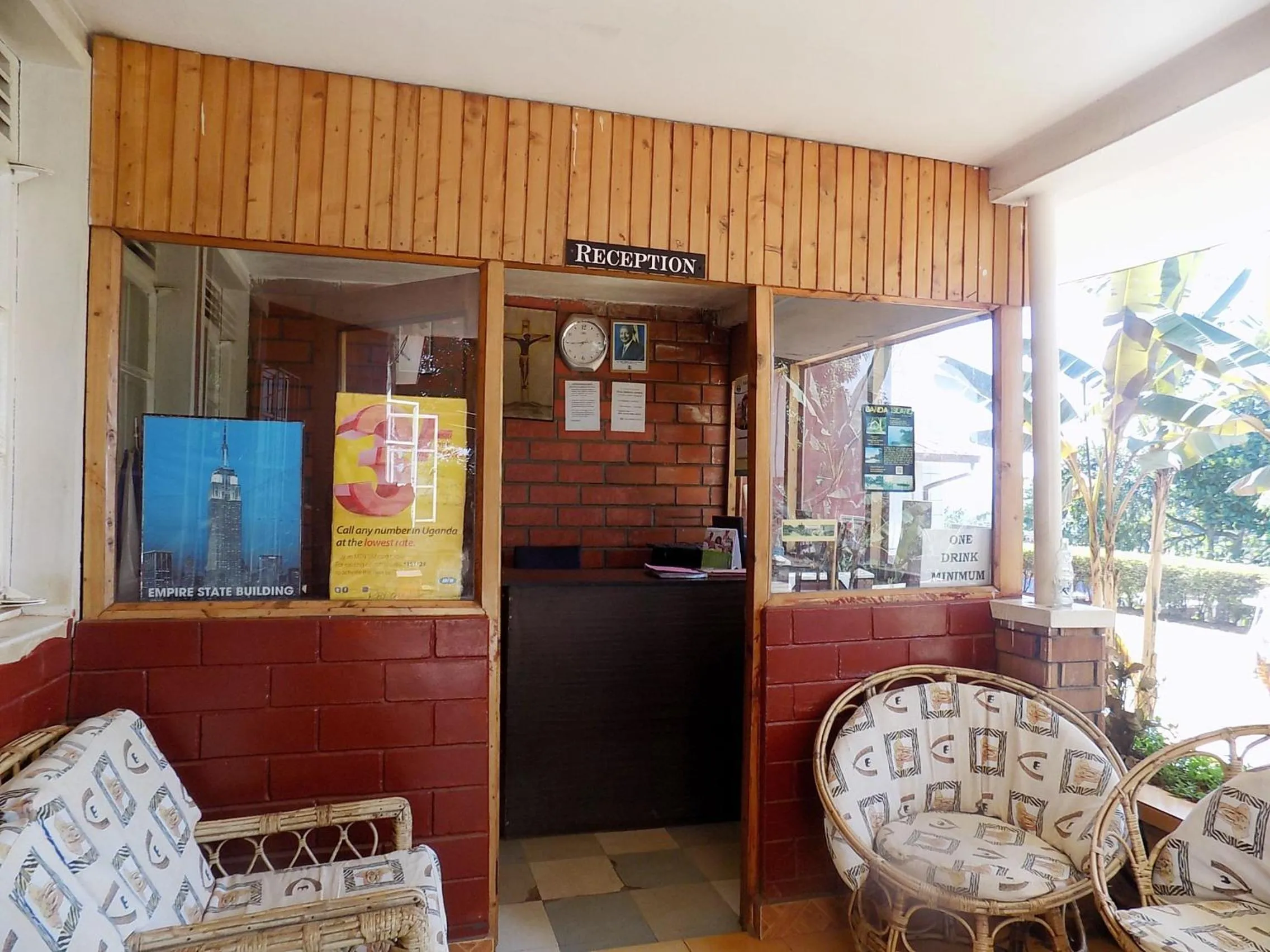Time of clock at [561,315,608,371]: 8:44
